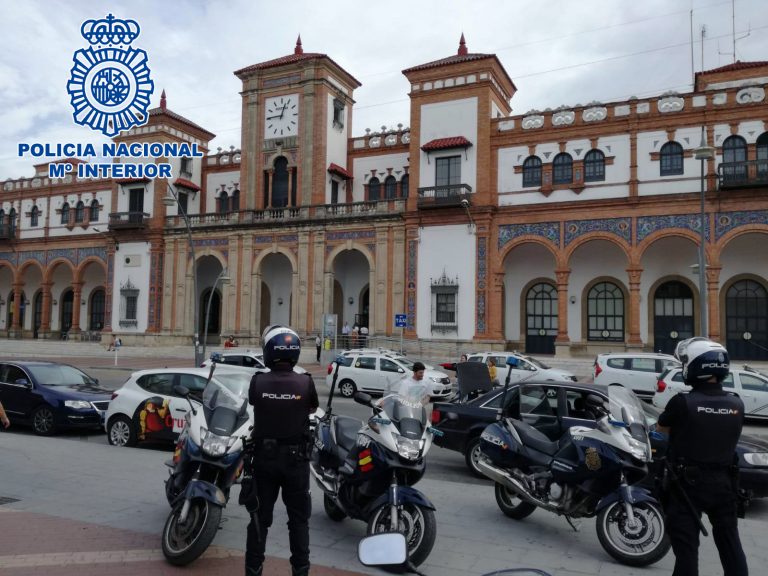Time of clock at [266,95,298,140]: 12:45
